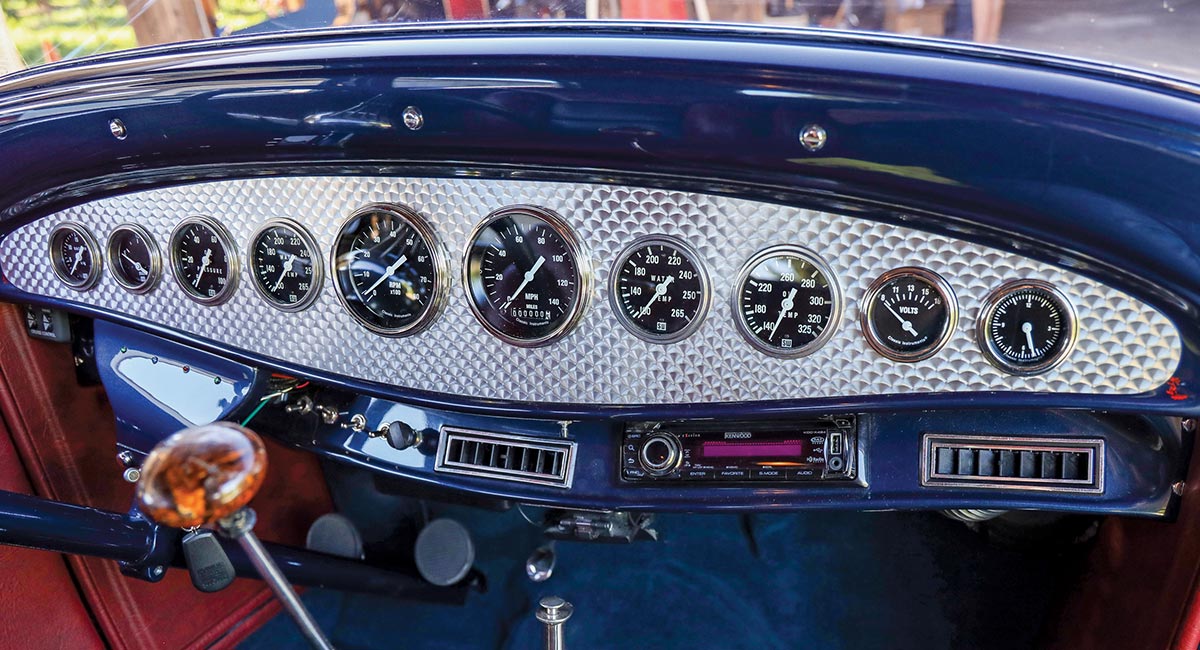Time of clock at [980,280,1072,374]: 5:26
